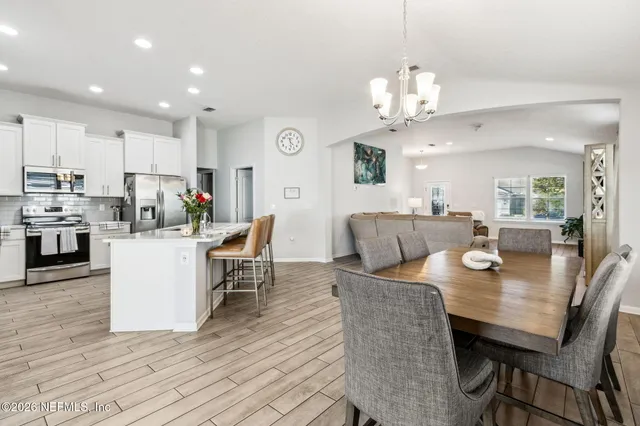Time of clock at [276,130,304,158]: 4:28
